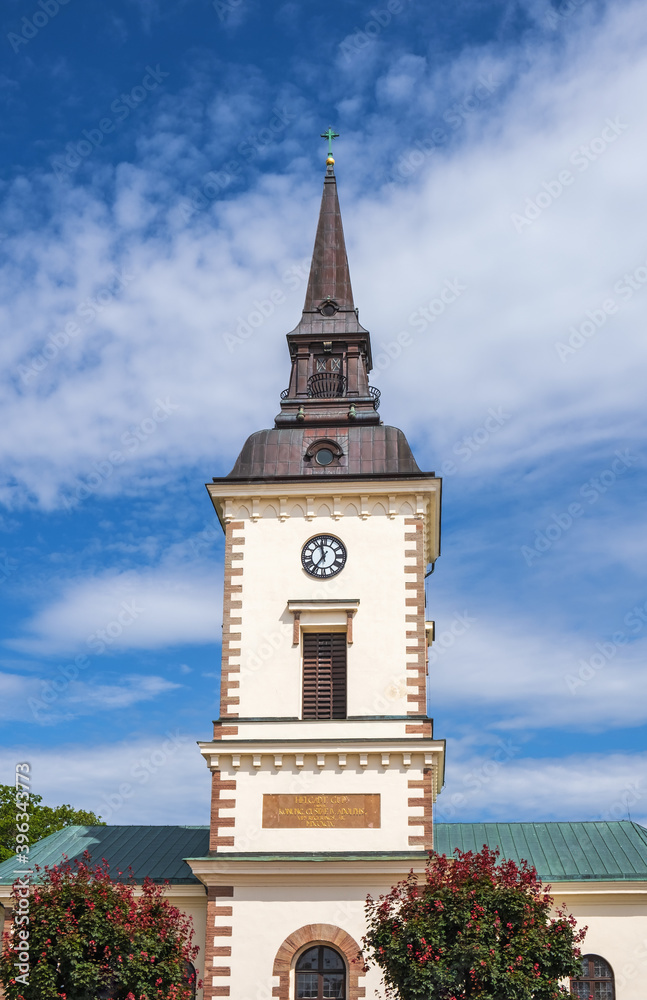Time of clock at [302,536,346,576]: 11:35
